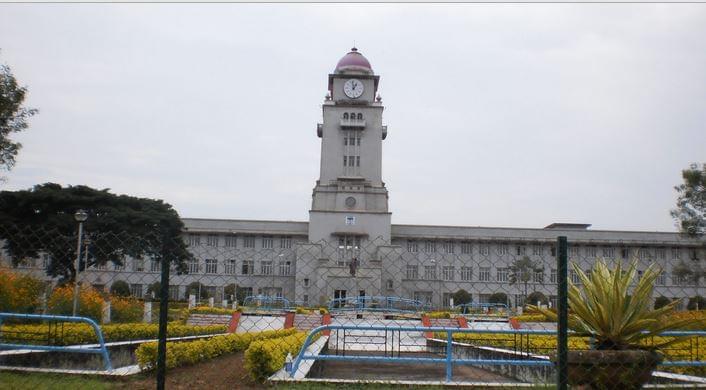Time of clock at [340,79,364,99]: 12:58
